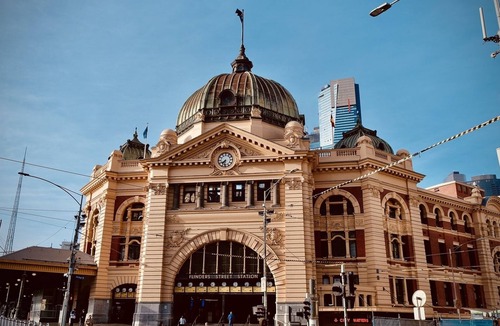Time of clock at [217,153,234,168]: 7:32
